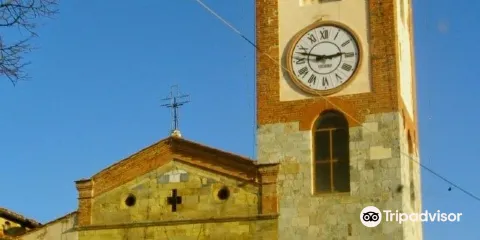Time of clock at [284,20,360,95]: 2:47
